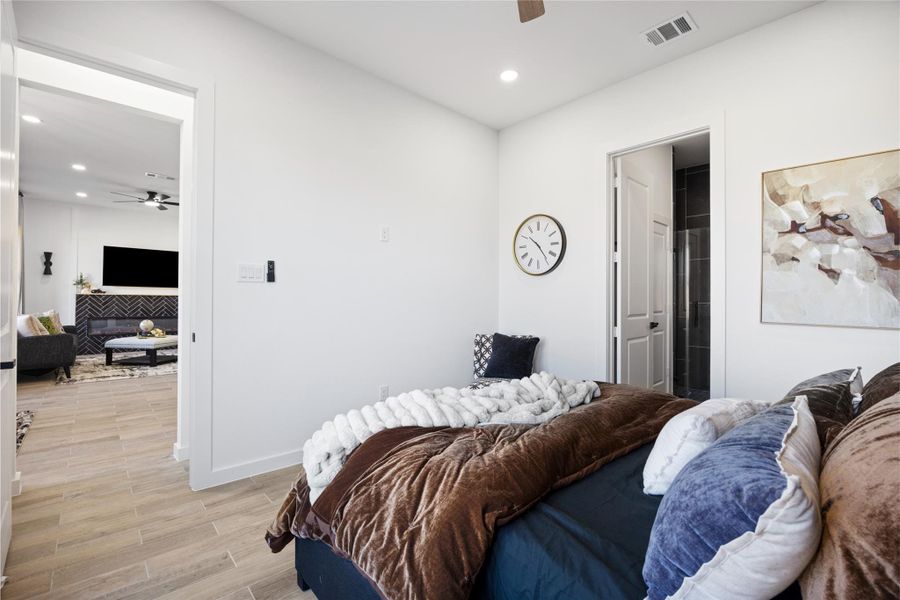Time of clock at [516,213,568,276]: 10:23
